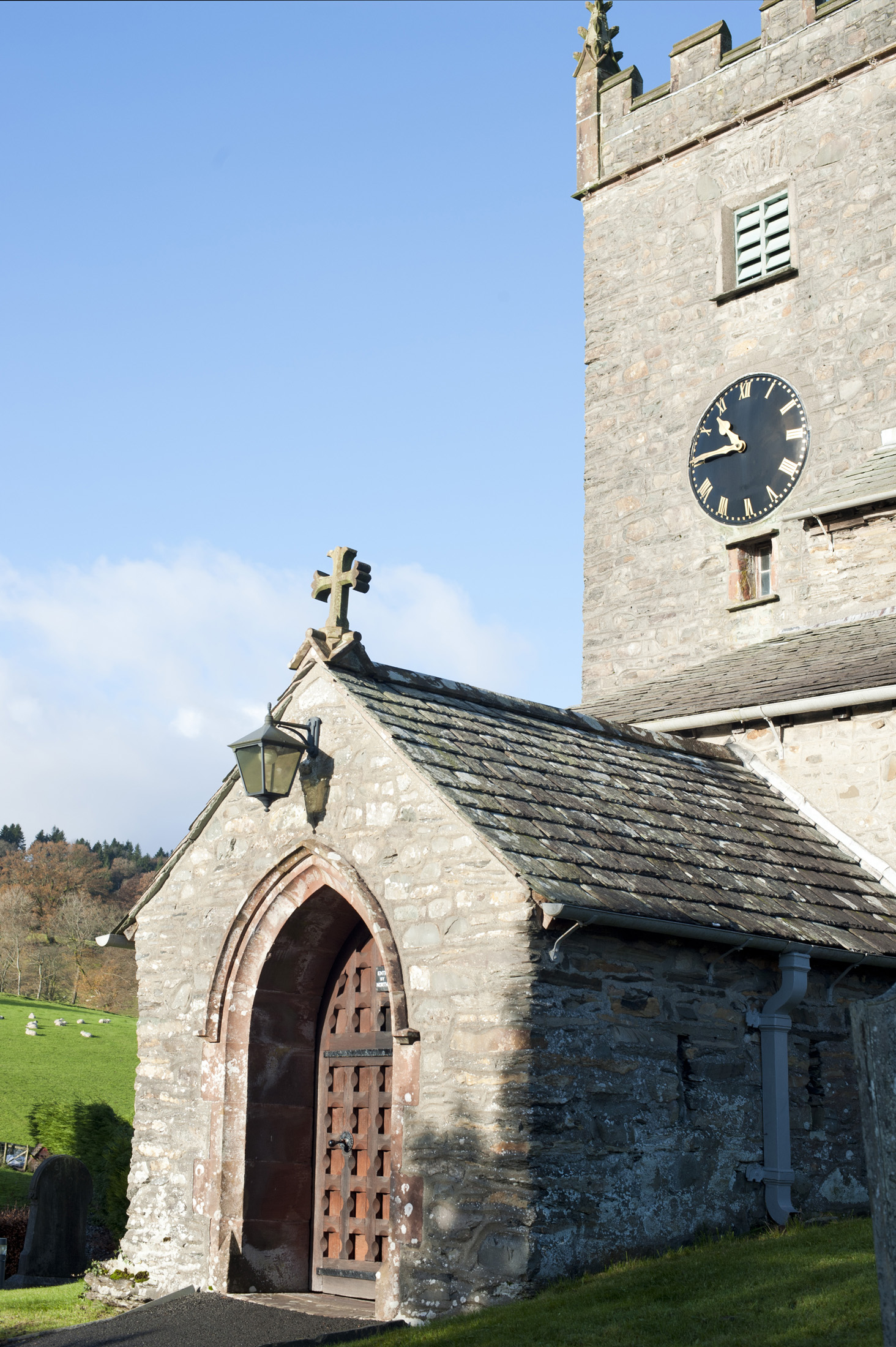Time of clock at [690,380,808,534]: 10:45
